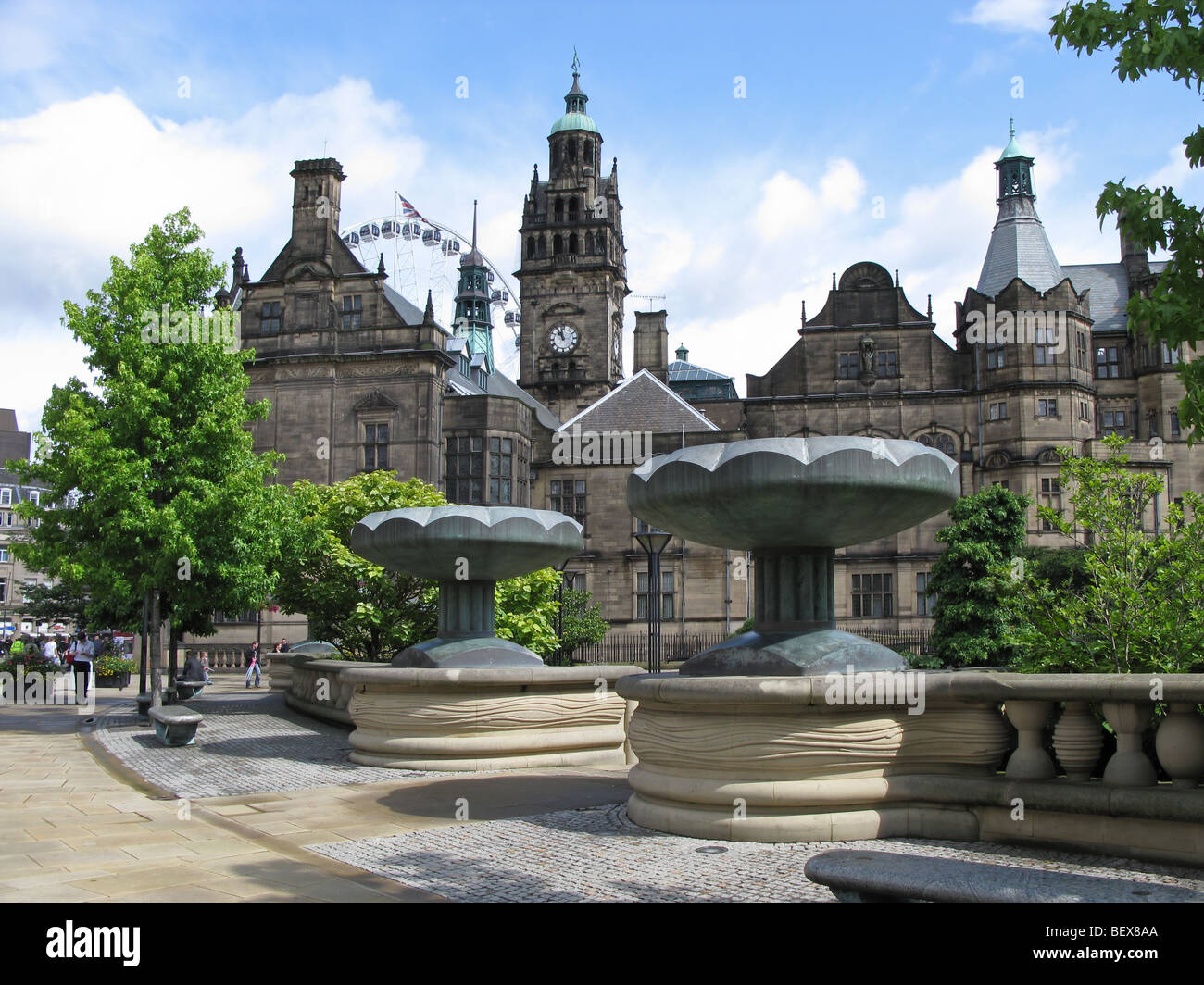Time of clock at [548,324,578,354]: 10:58
